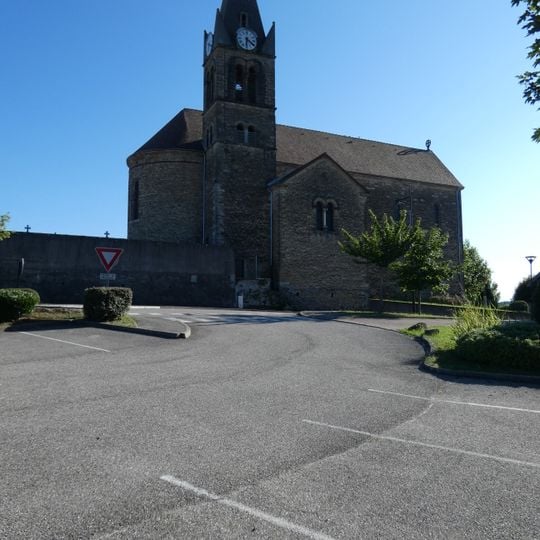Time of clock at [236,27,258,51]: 6:20
